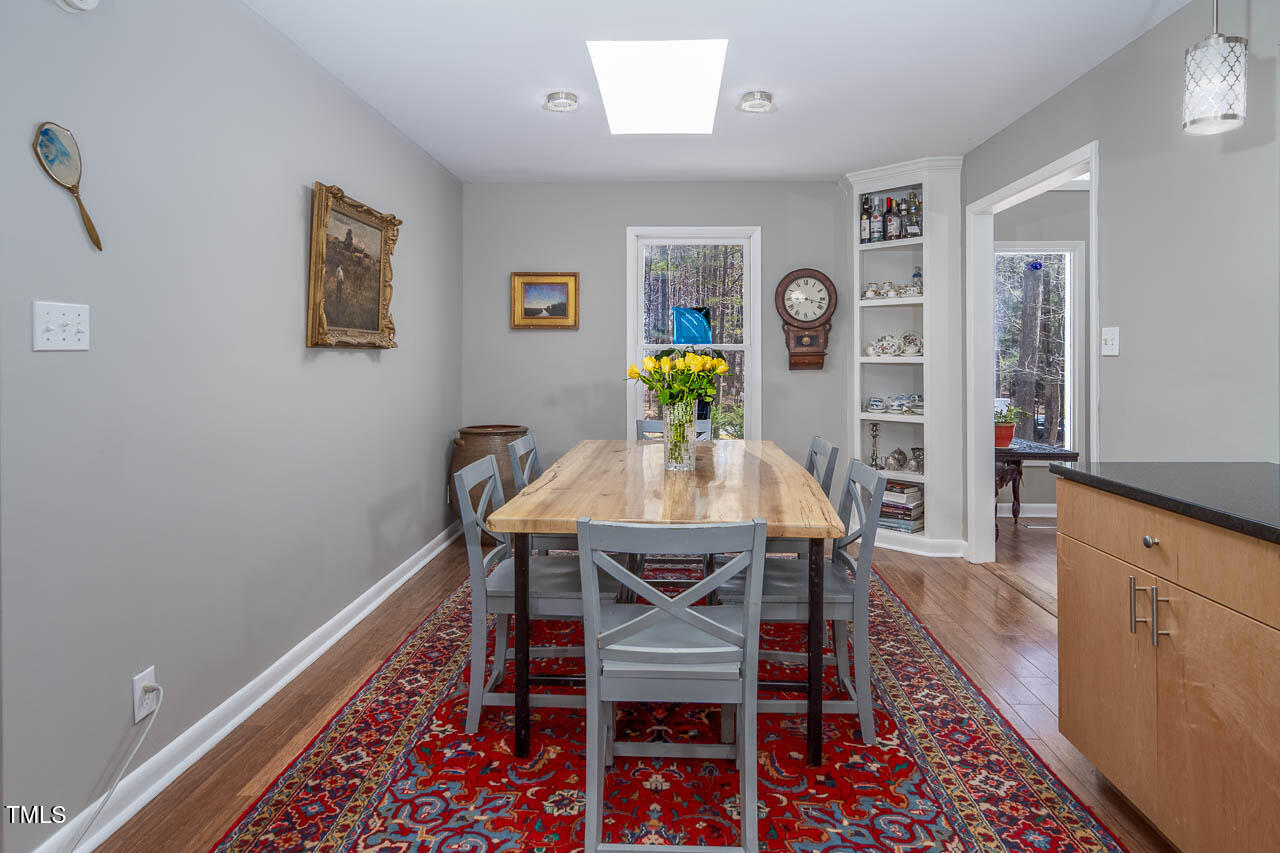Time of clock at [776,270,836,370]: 9:17
